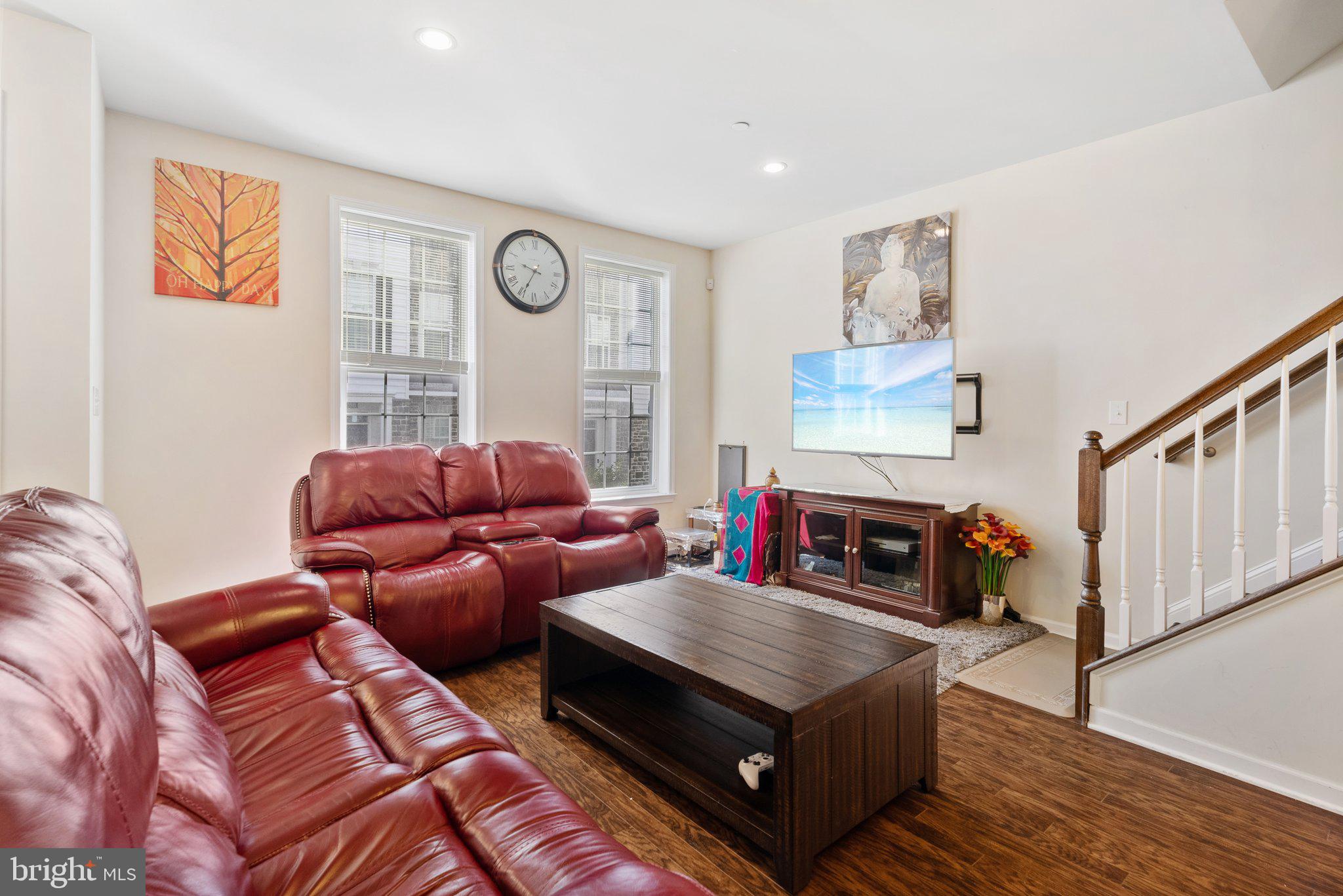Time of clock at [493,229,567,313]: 9:34
